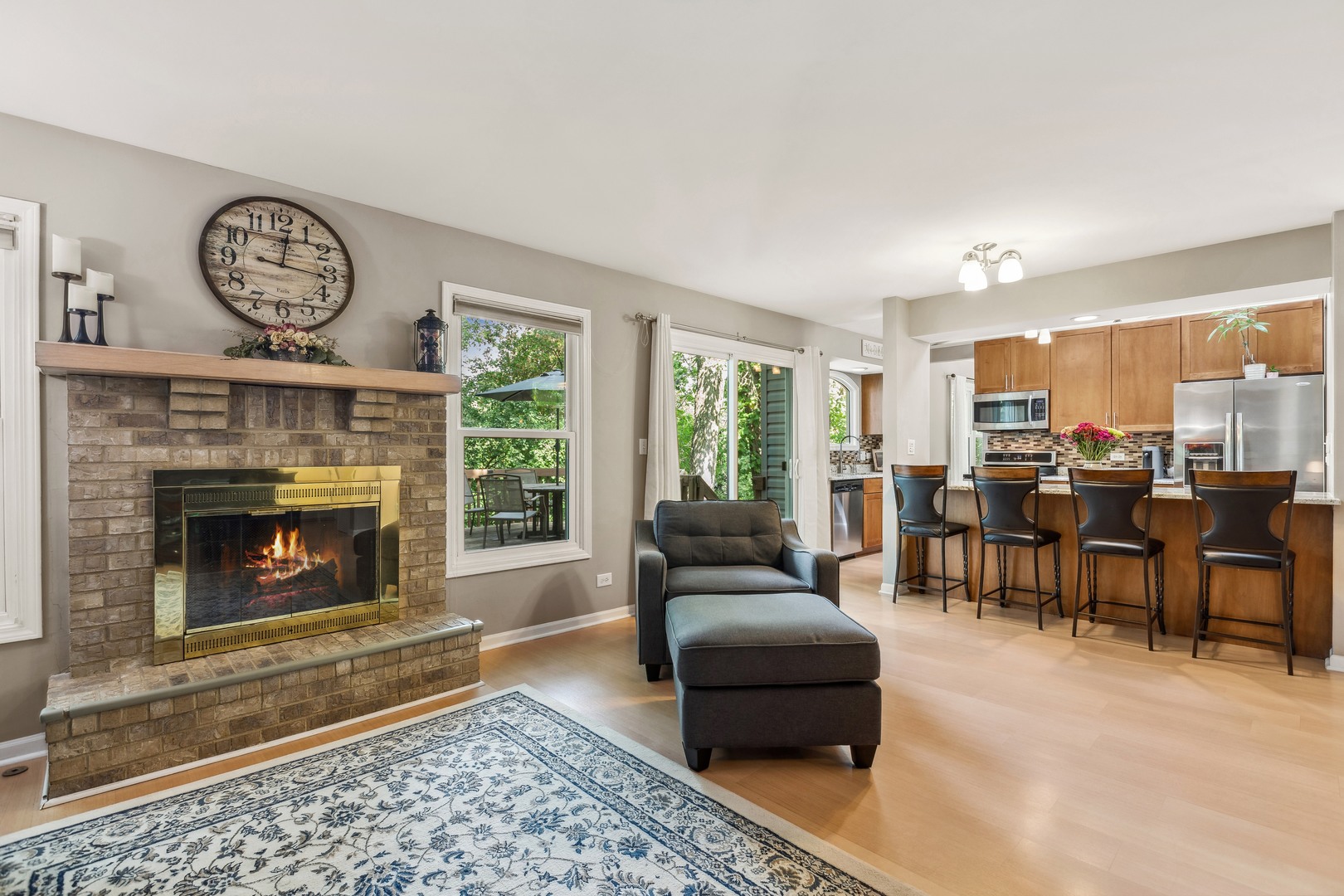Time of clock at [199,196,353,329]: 12:16
